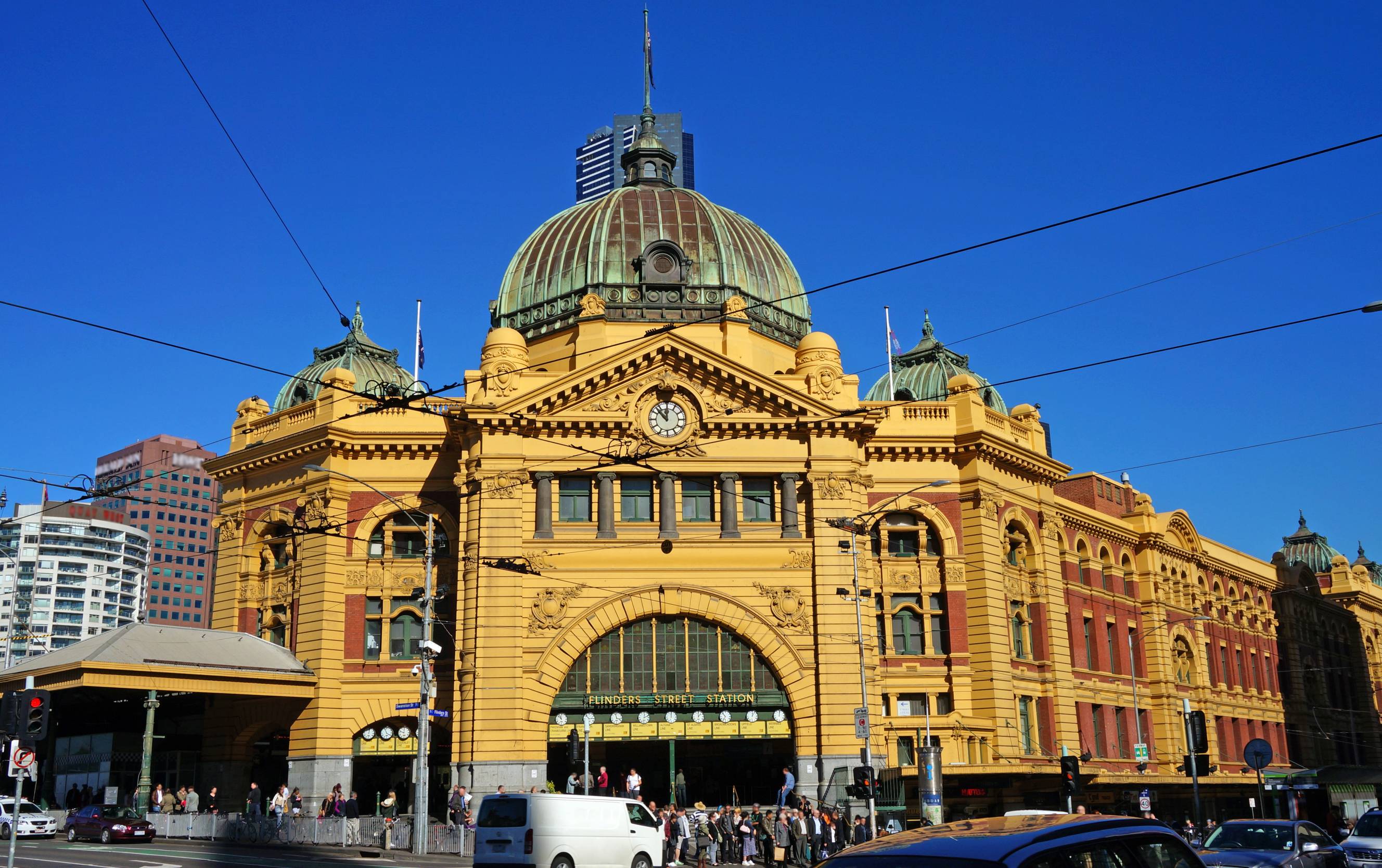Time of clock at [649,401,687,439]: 11:52
